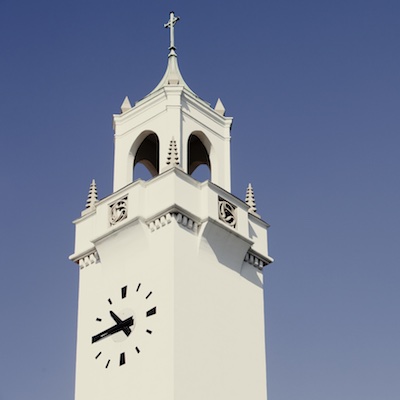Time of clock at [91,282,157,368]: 10:45
